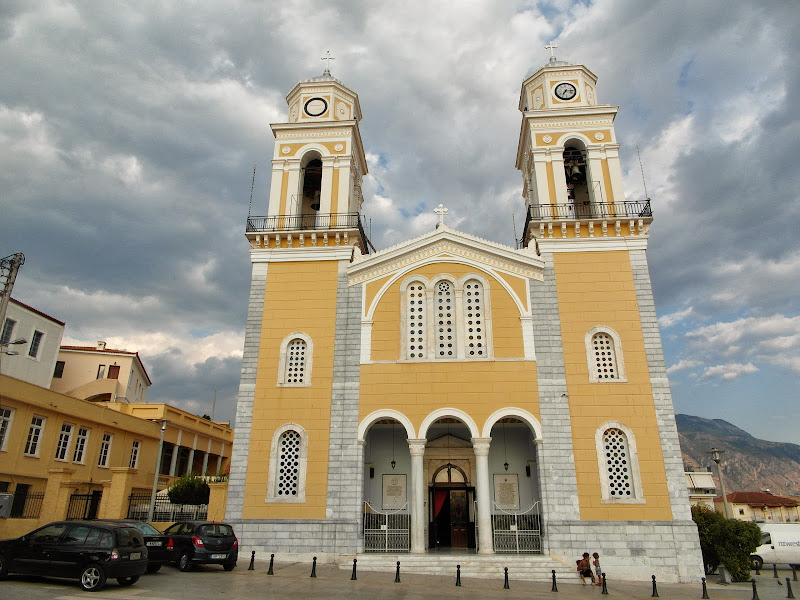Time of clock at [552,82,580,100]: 7:15
